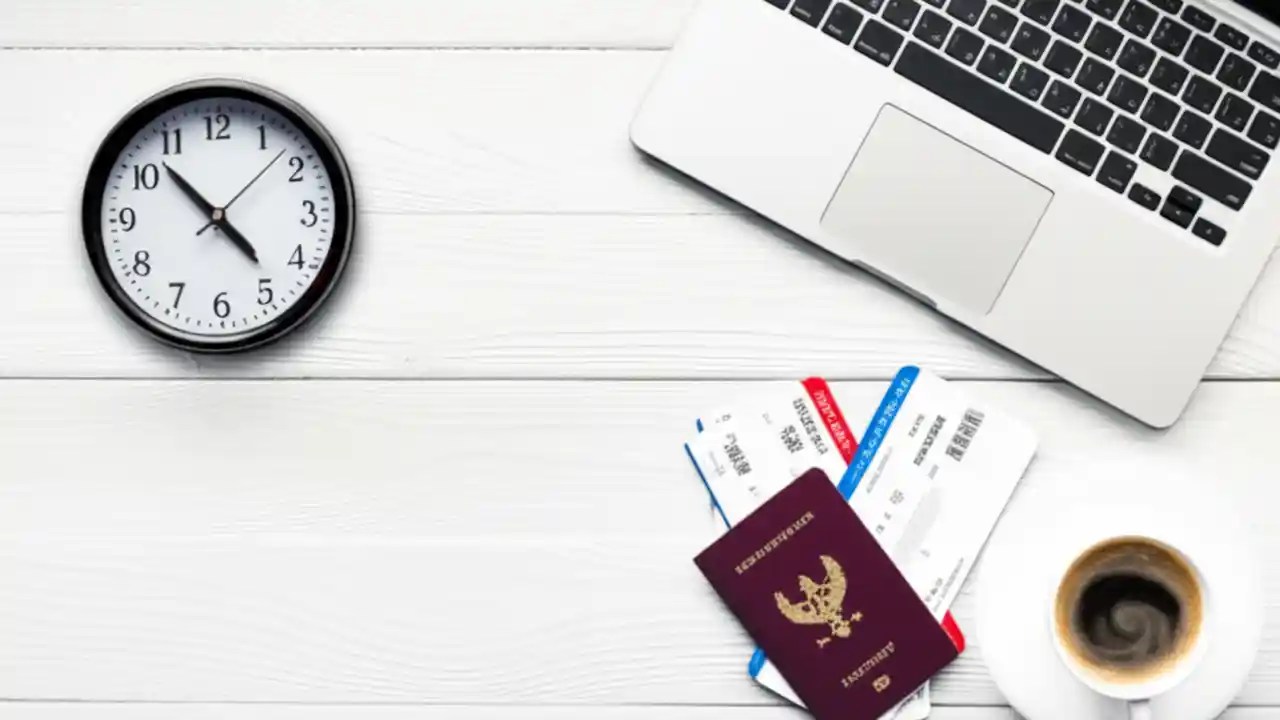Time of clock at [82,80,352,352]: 4:52
